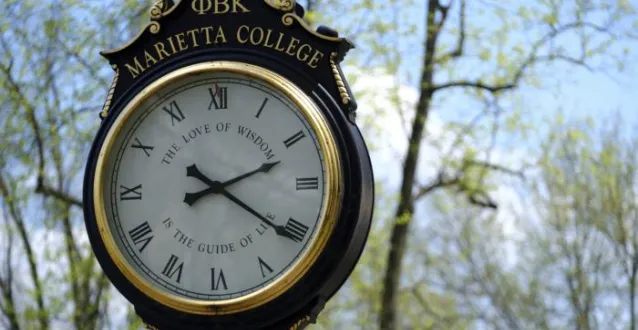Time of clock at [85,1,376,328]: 2:20
